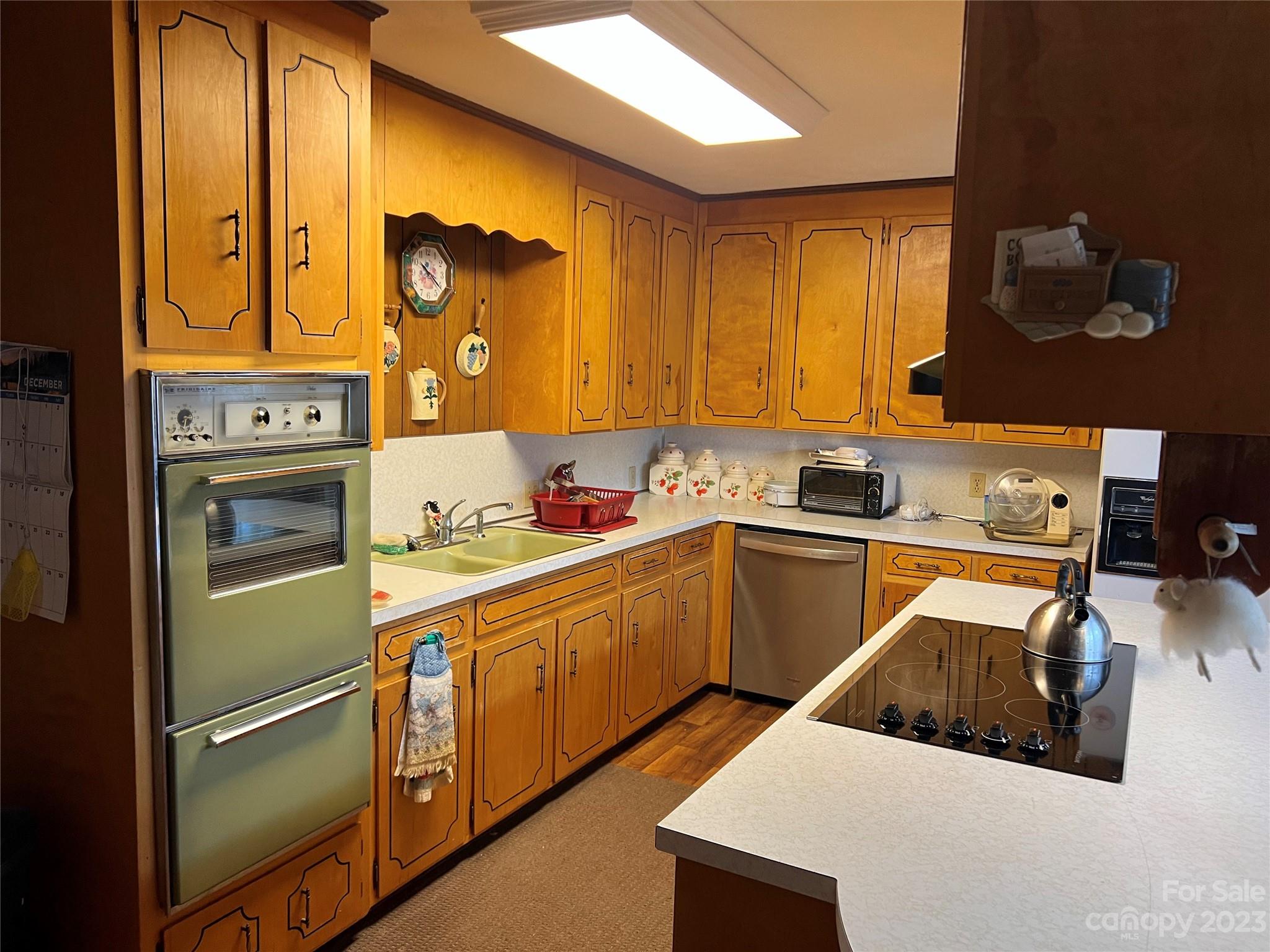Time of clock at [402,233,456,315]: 10:21
